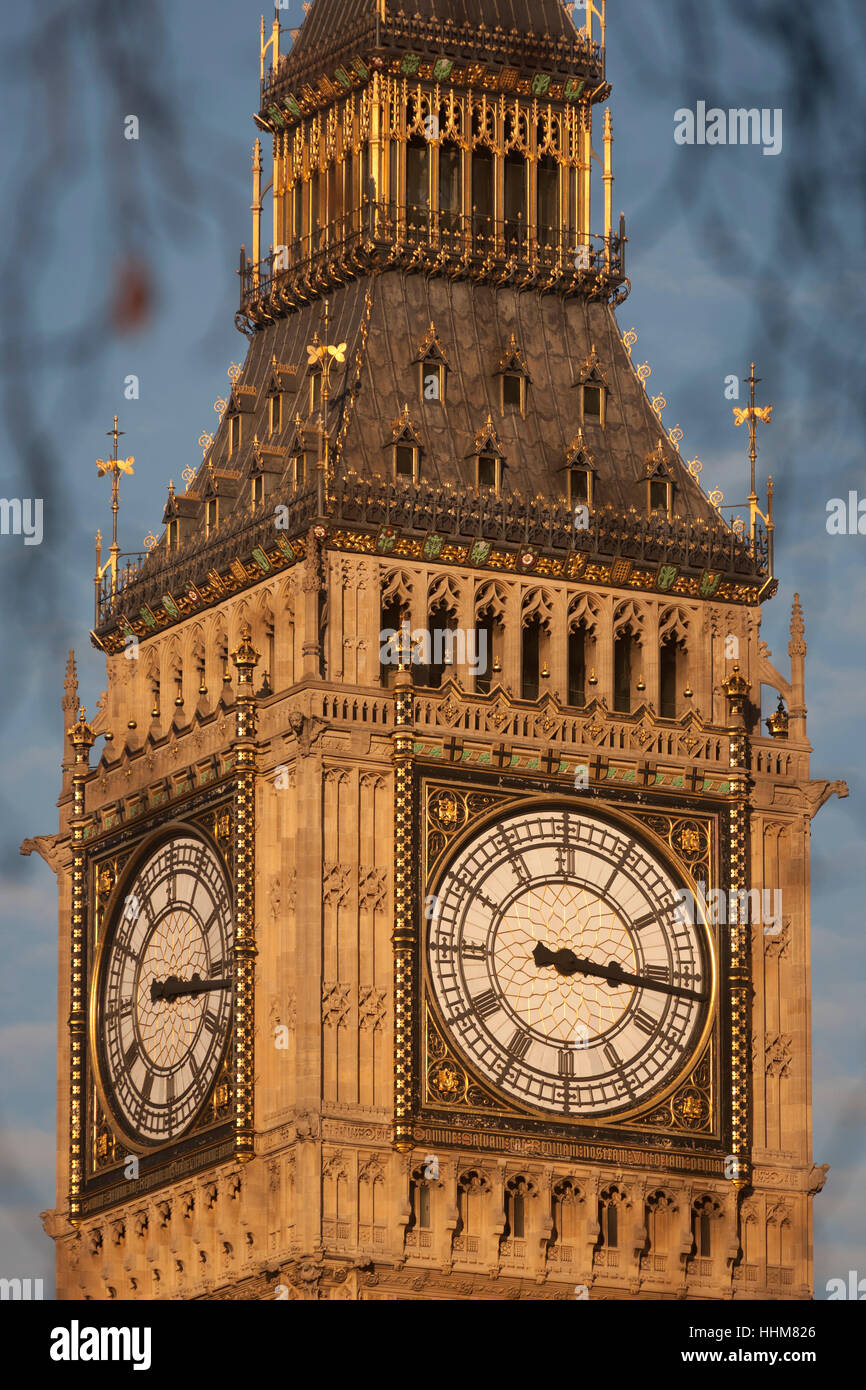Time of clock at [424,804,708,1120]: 3:16
